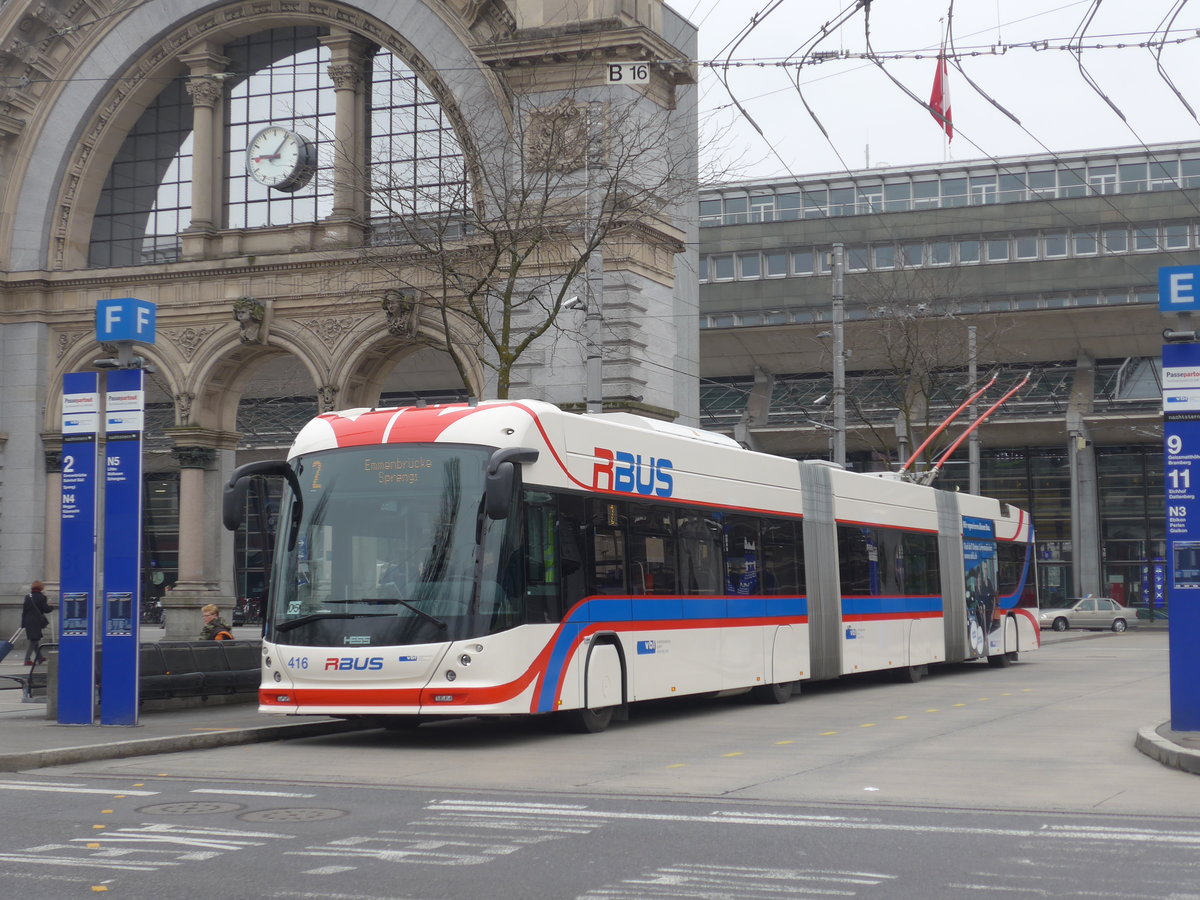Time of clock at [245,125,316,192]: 9:06
